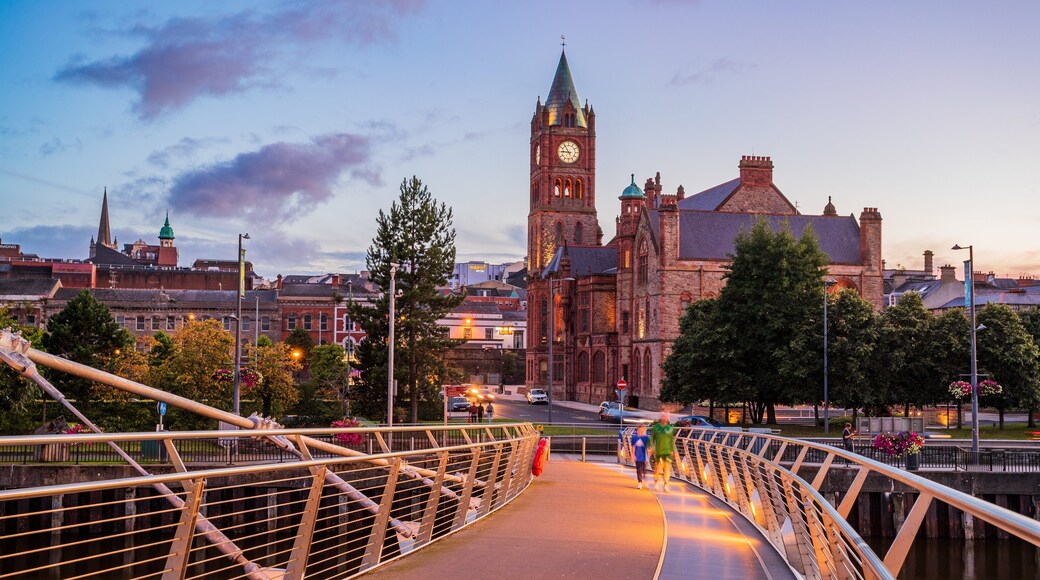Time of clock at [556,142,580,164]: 10:45
